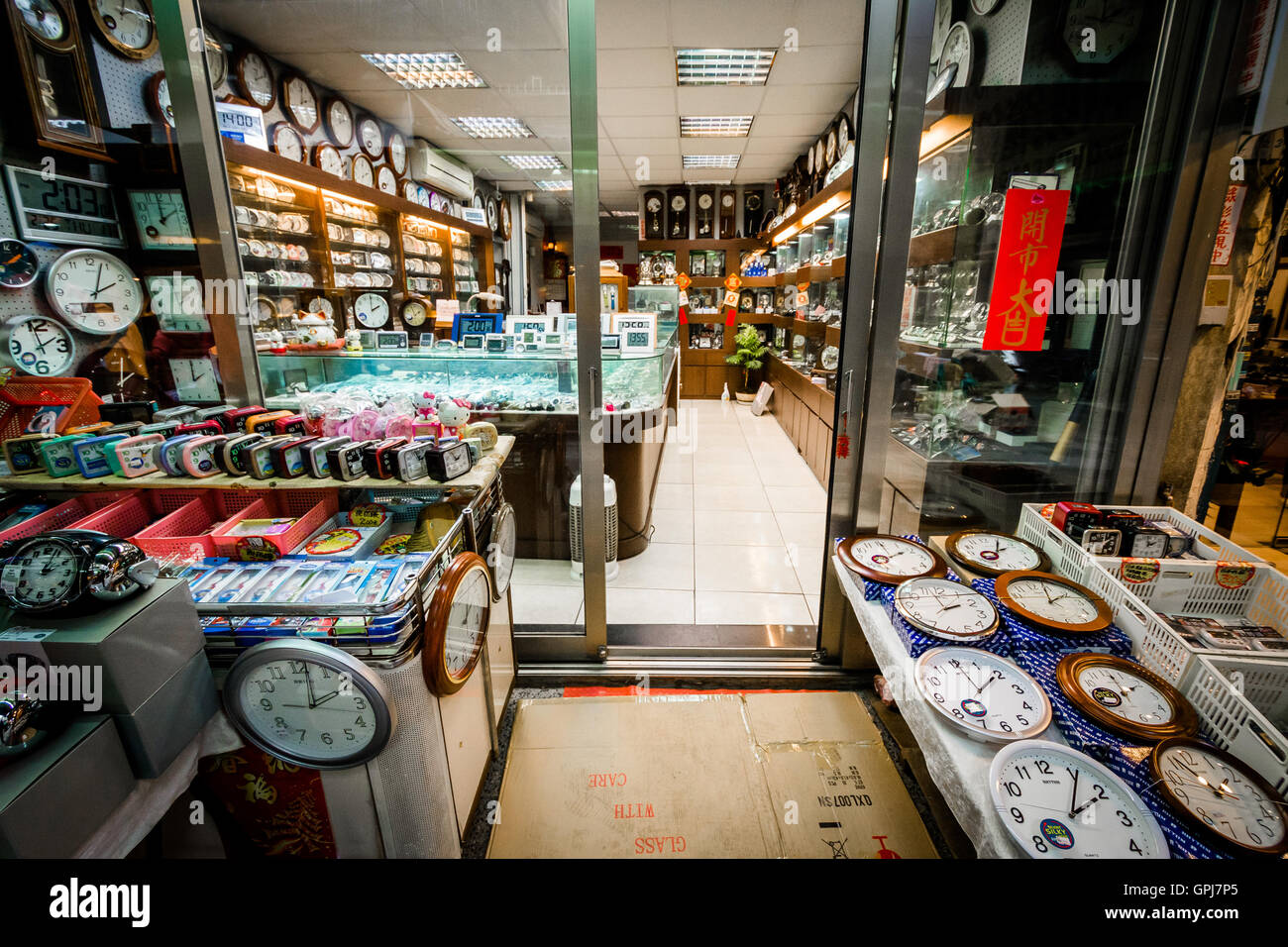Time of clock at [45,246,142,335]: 2:03
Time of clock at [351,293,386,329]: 2:00
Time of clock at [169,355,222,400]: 2:00
